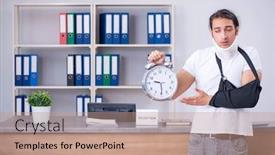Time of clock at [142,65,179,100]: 9:29
